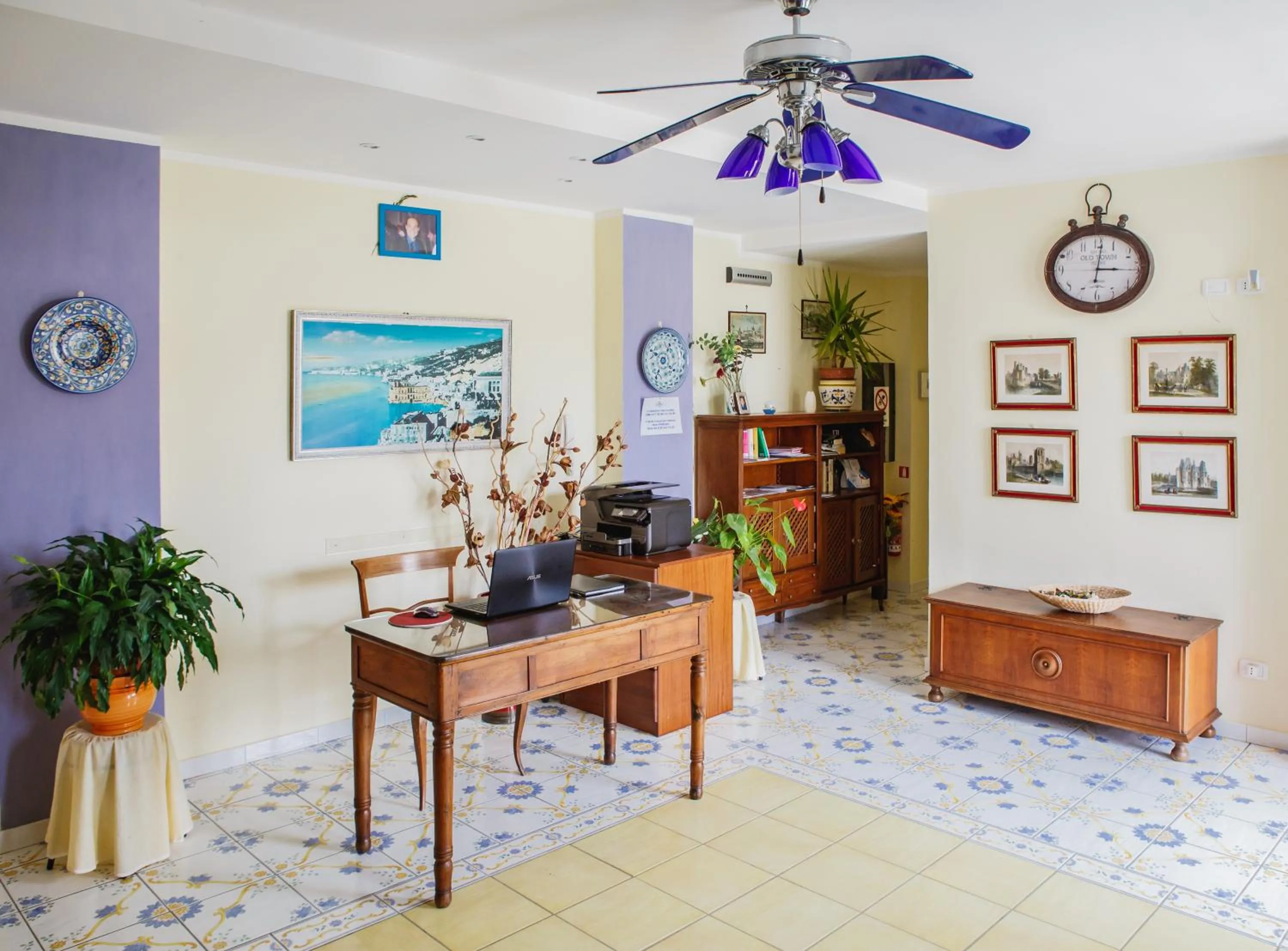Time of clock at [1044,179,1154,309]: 3:01
